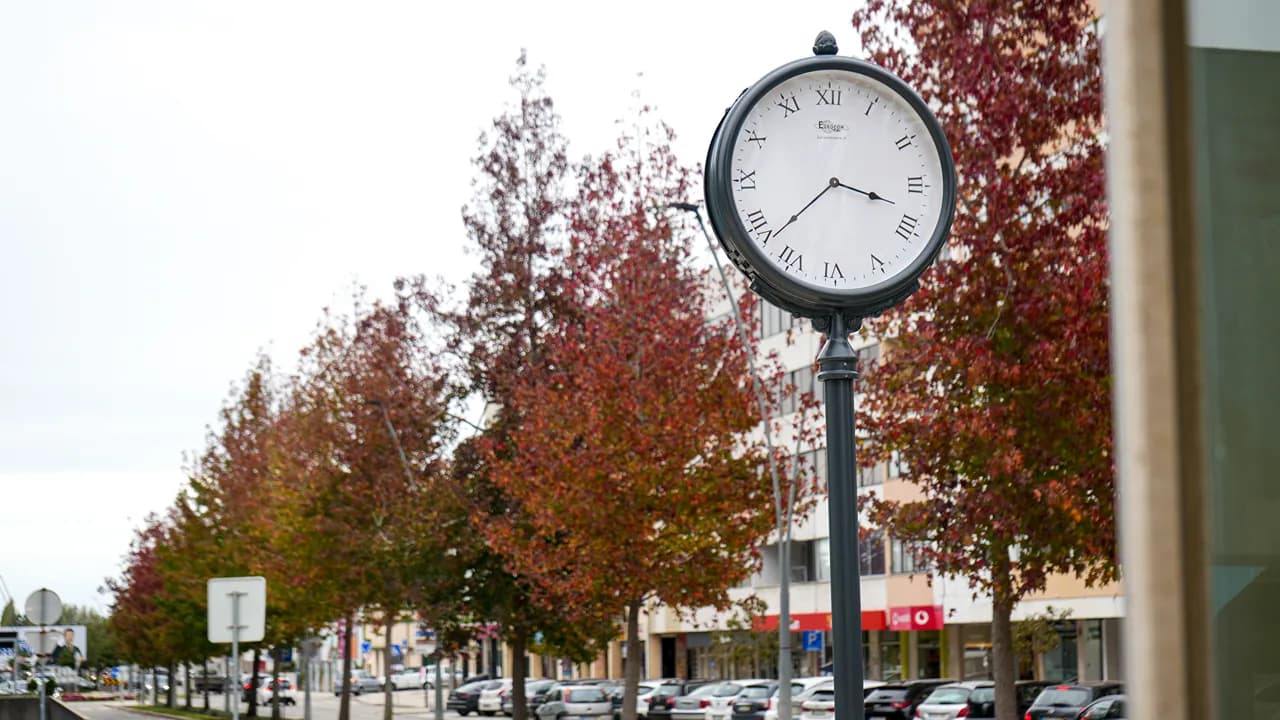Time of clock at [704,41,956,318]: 3:37
